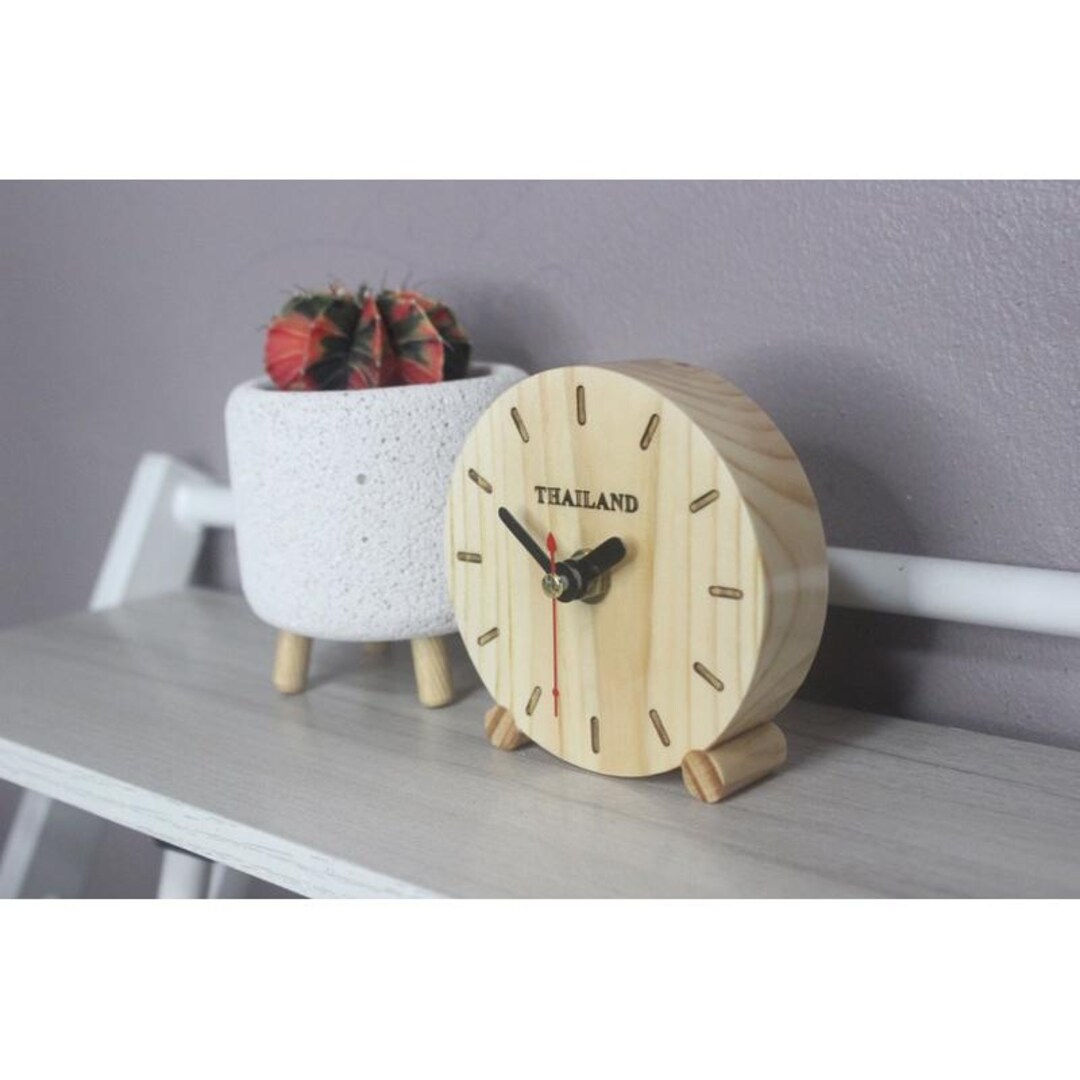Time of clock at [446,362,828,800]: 1:50
